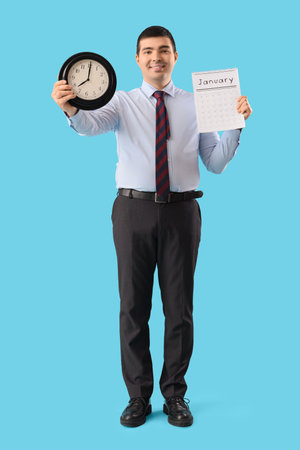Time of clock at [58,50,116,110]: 8:00
